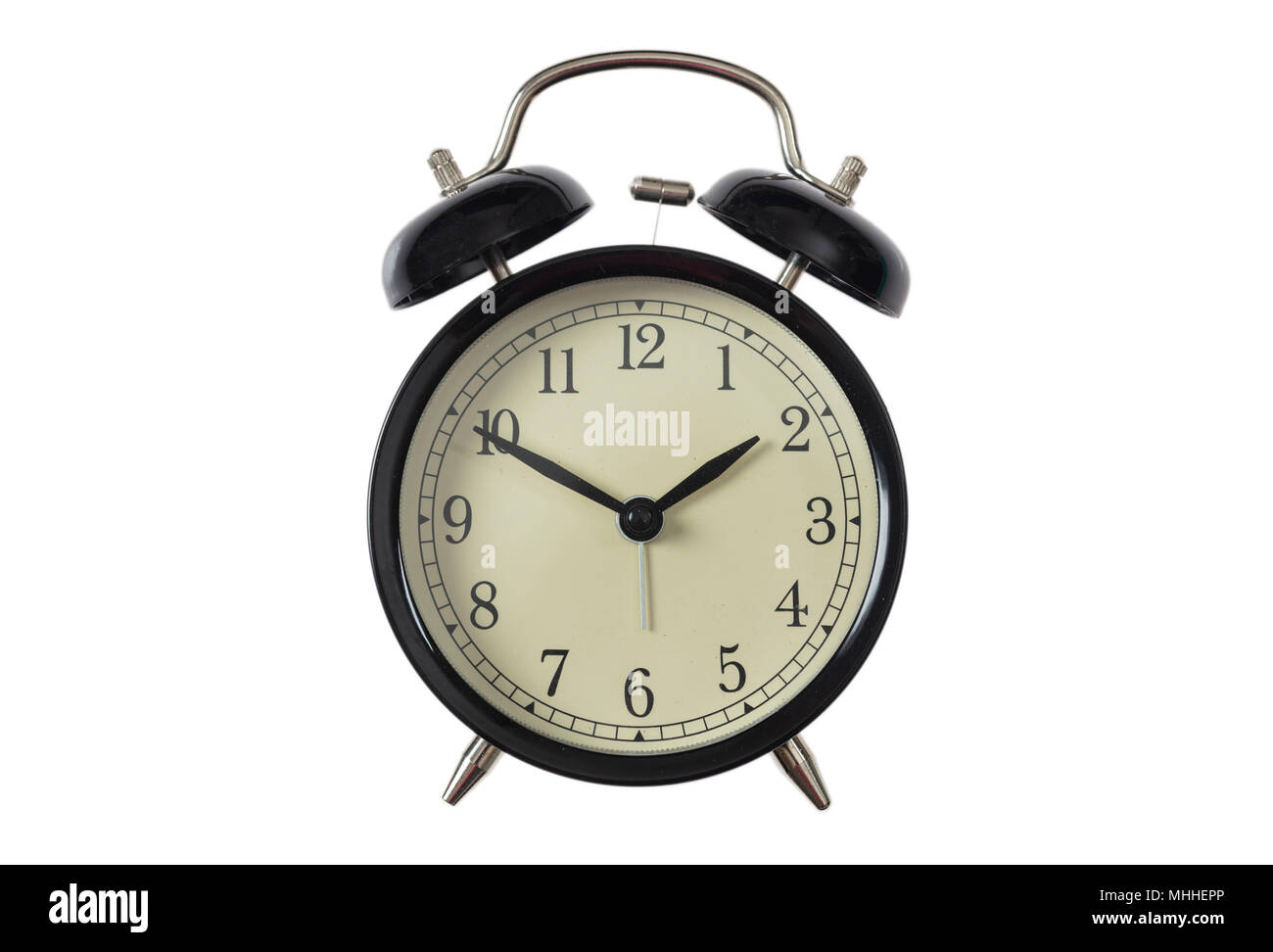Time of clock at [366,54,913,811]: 1:50
